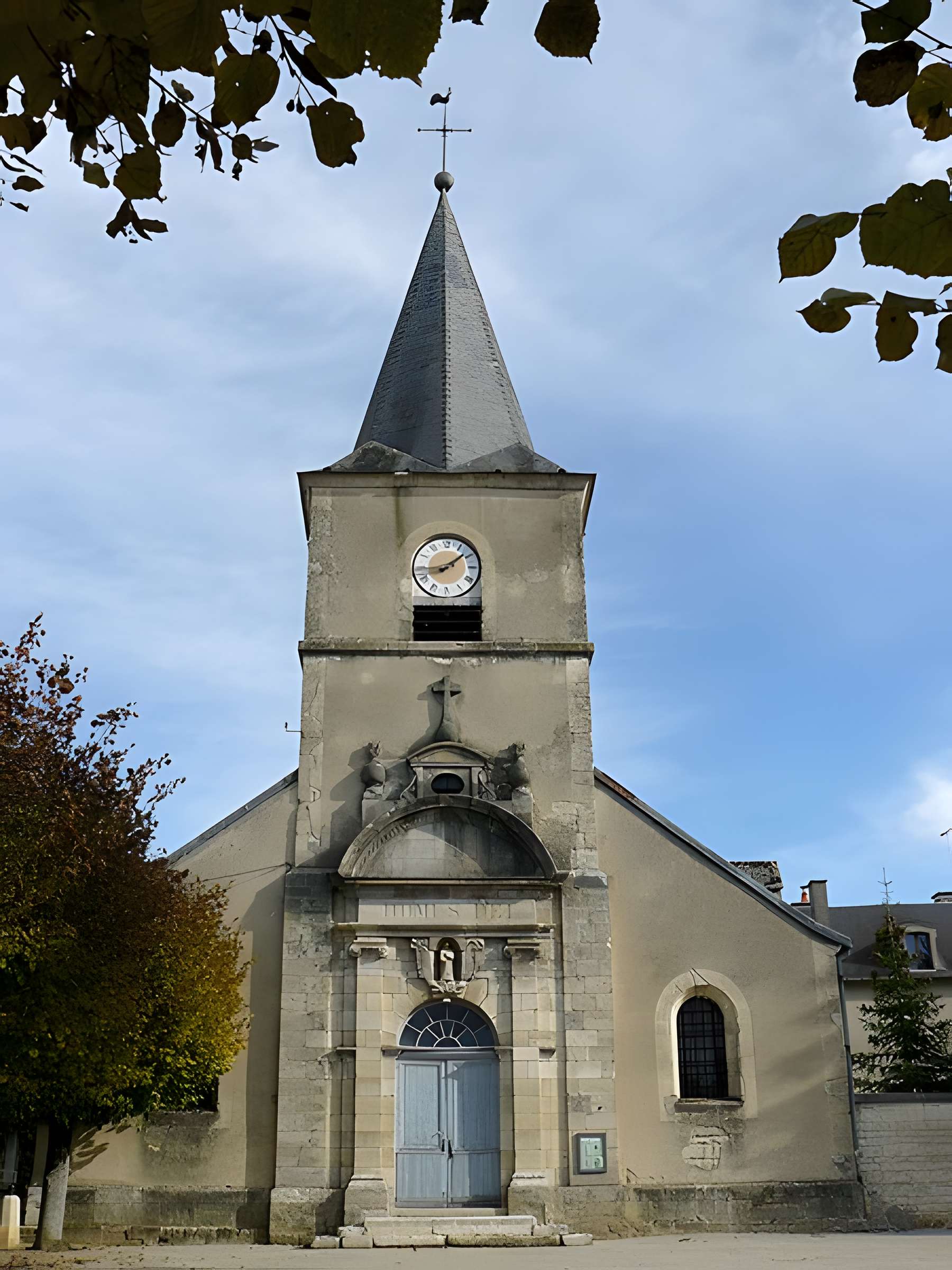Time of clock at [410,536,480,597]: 1:43
